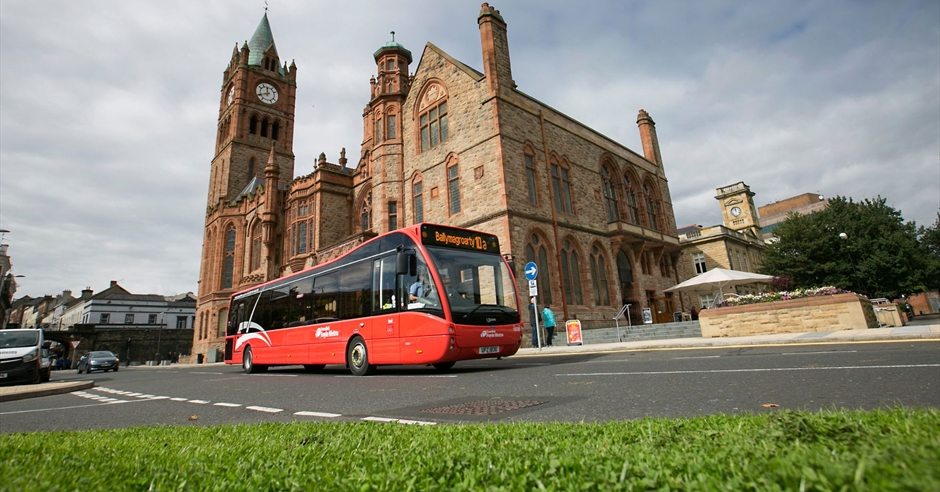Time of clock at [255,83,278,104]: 11:41
